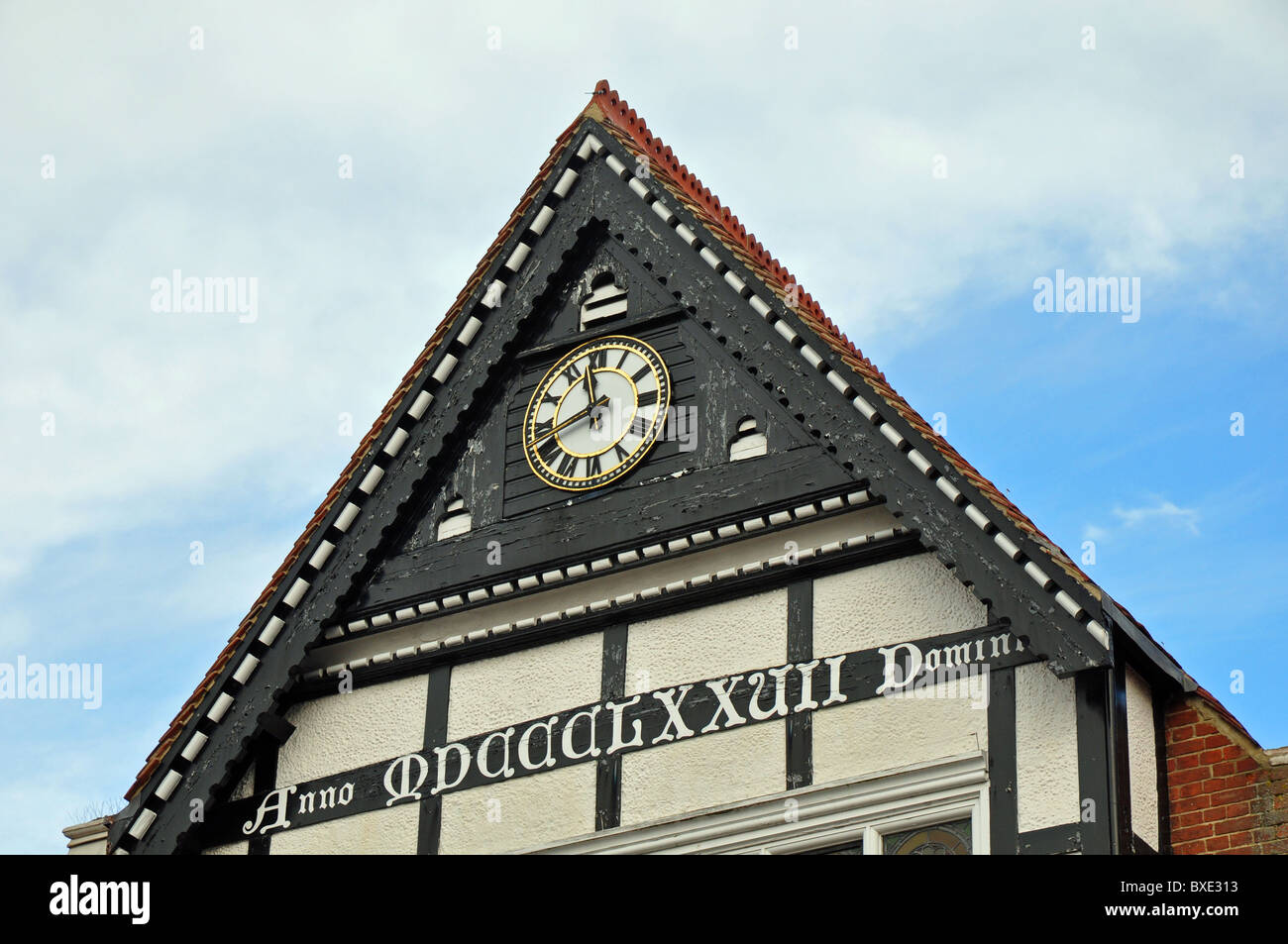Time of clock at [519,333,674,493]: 11:41
